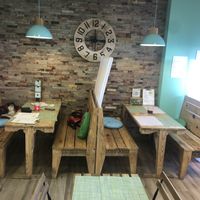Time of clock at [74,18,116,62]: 12:16
